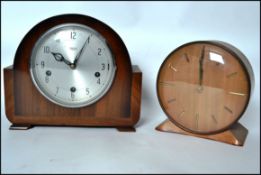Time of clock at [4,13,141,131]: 10:04
